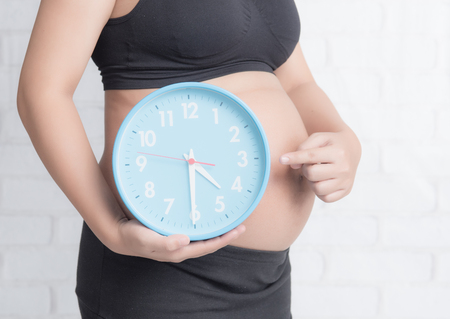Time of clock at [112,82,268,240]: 4:29
